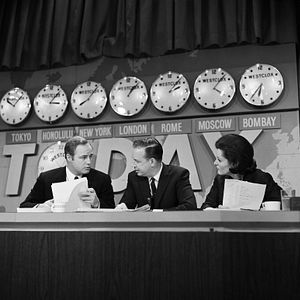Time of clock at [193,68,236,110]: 4:07
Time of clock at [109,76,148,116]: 1:07
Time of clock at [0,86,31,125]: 10:07
